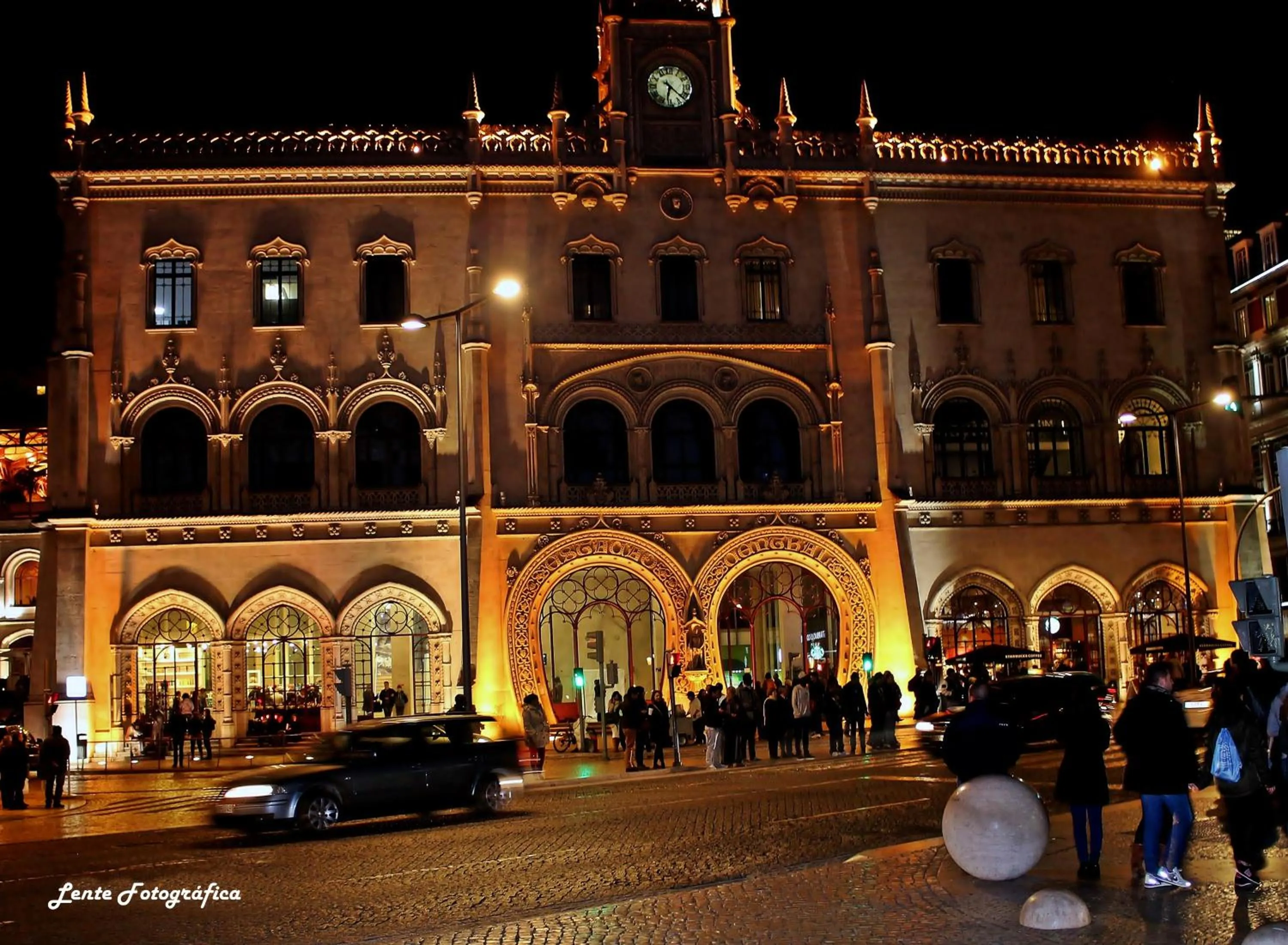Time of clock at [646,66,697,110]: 6:22
